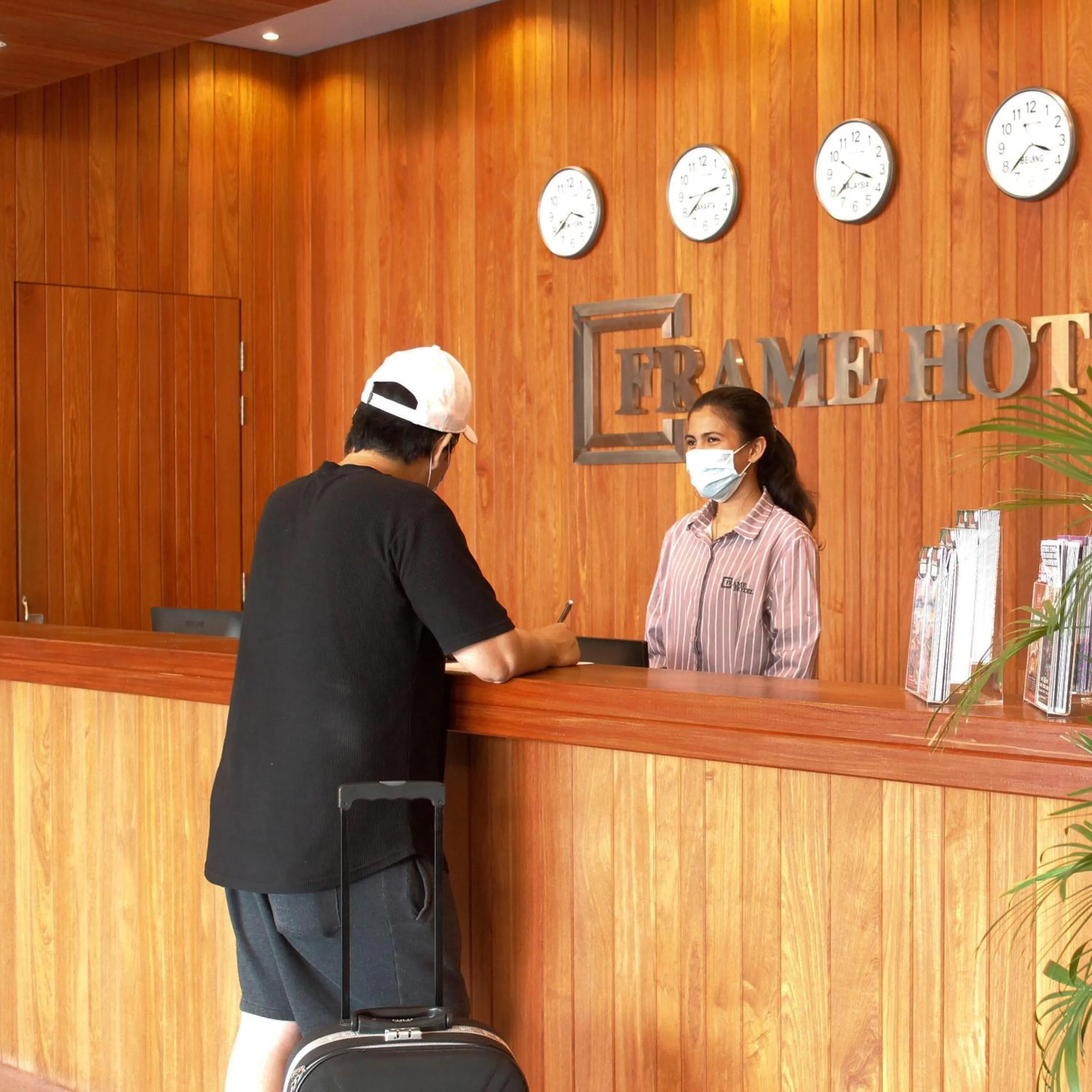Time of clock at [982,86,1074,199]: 3:37
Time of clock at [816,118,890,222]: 3:37
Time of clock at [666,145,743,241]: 2:38
